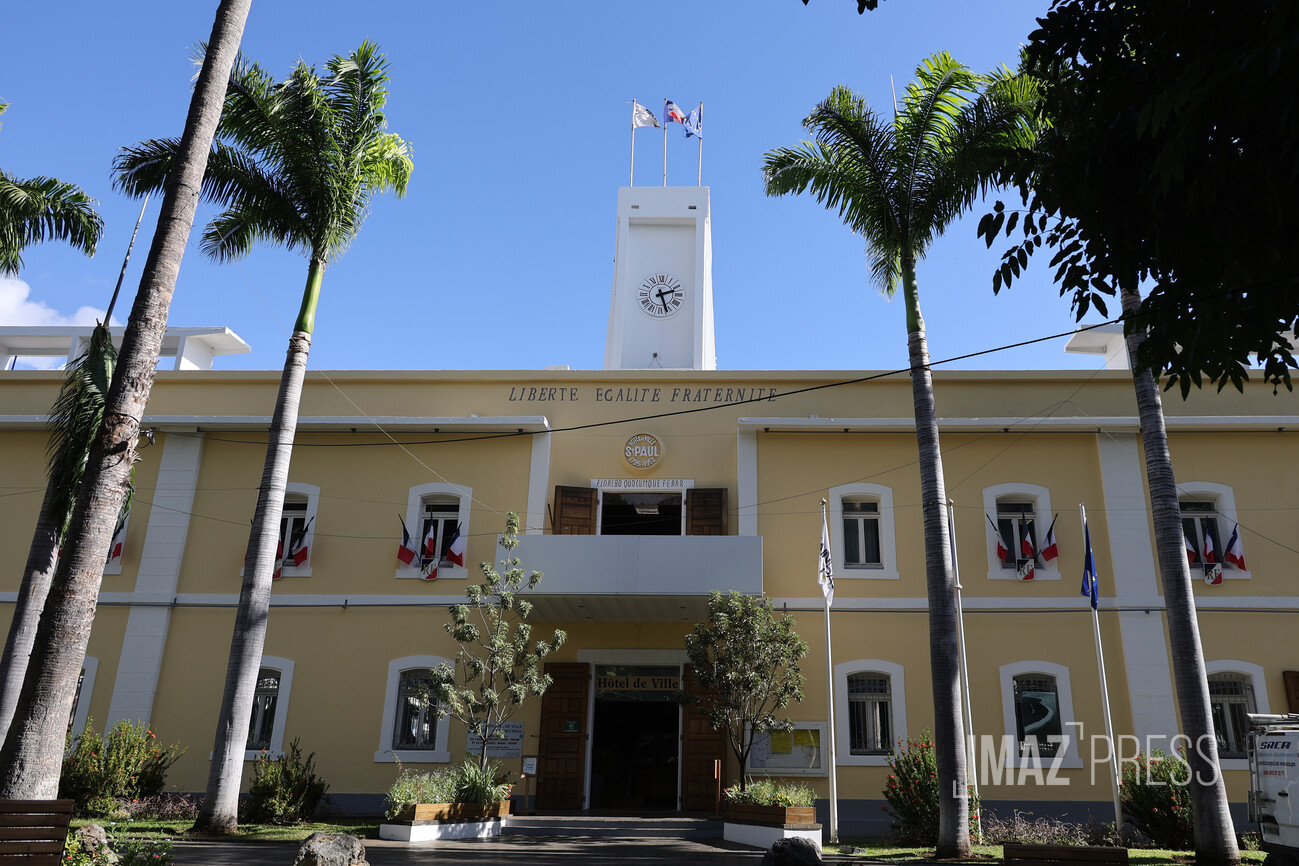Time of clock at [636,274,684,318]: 2:26
